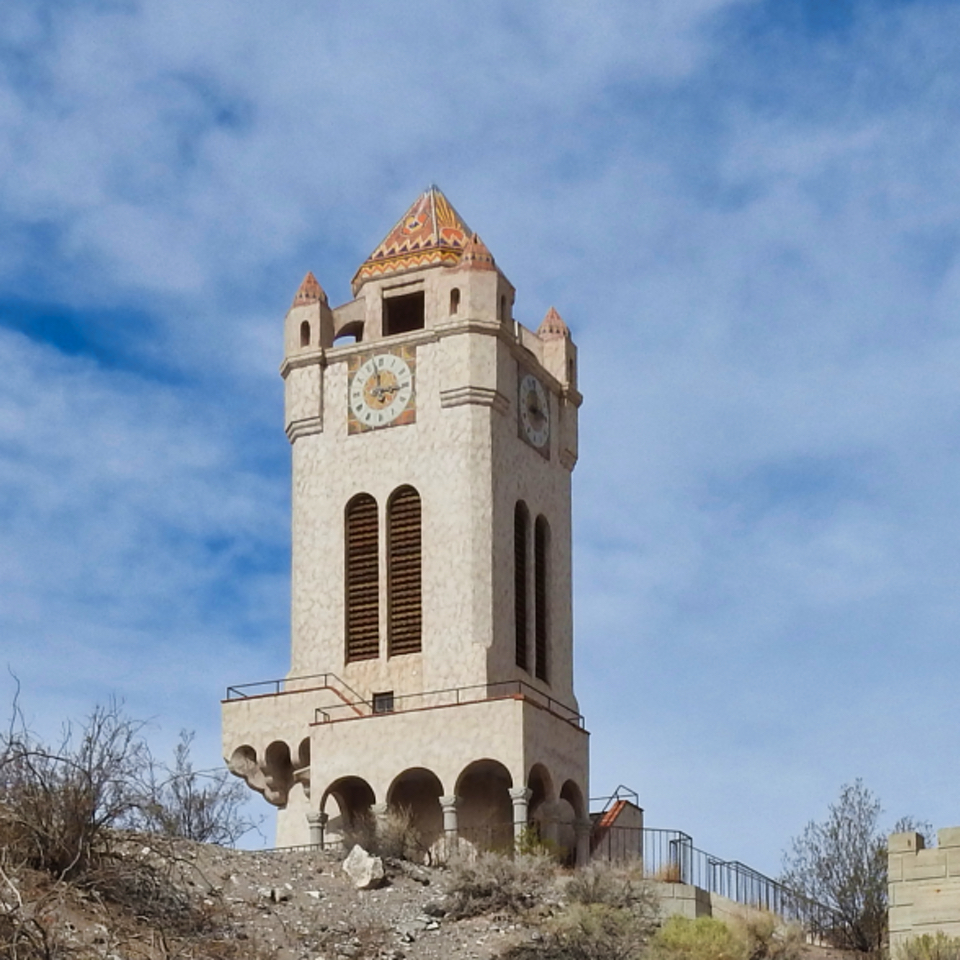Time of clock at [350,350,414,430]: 2:58
